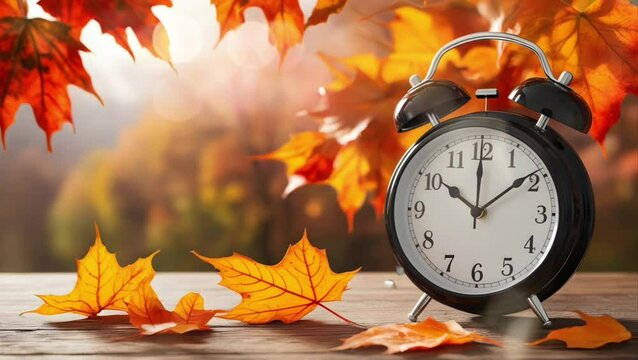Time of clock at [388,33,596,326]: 10:08
